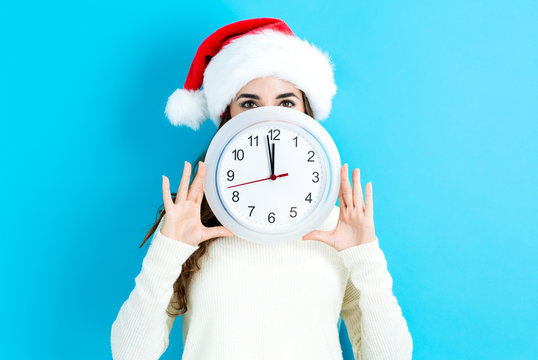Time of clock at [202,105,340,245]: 11:58
